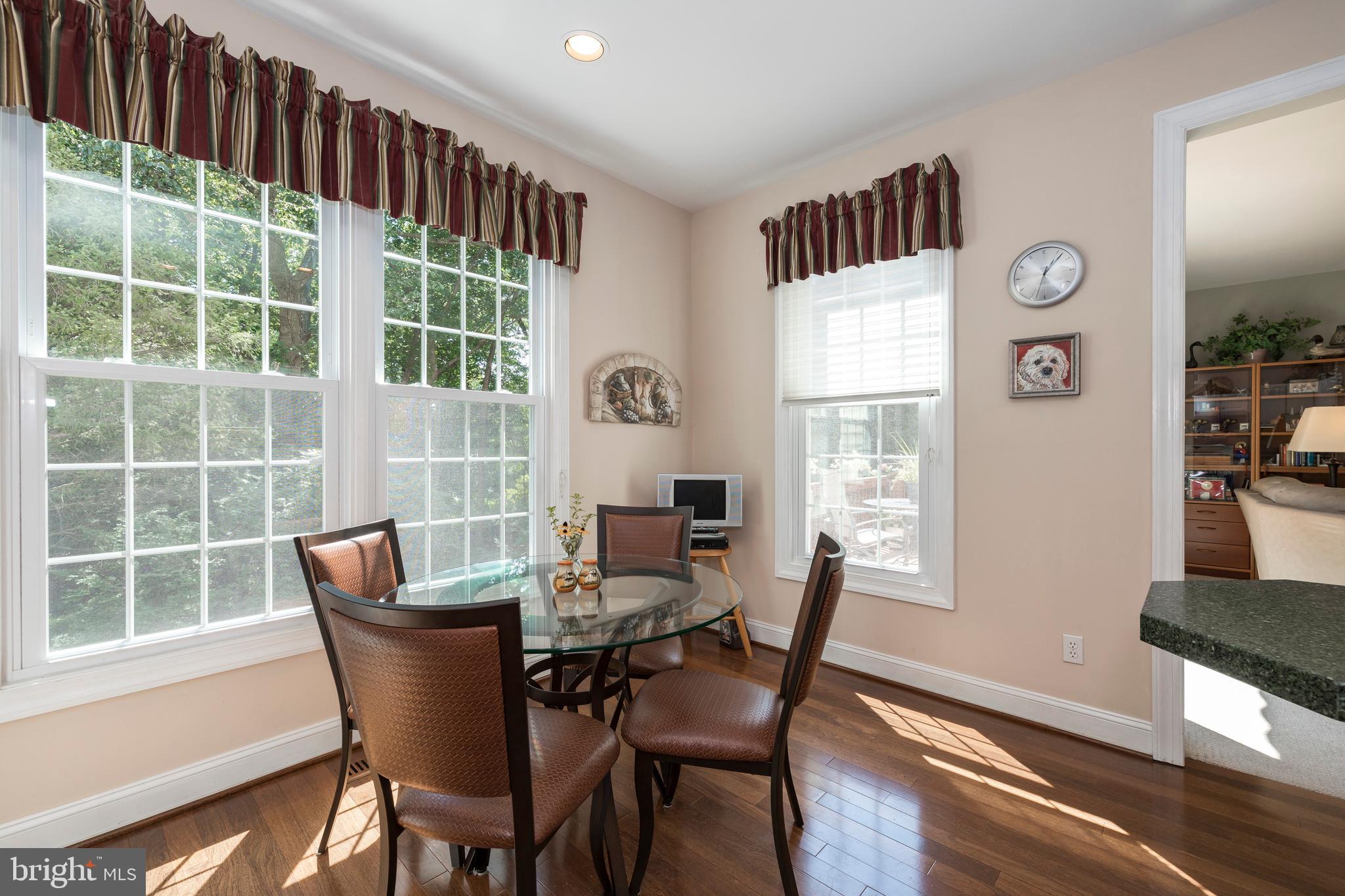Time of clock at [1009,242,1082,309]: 1:33
